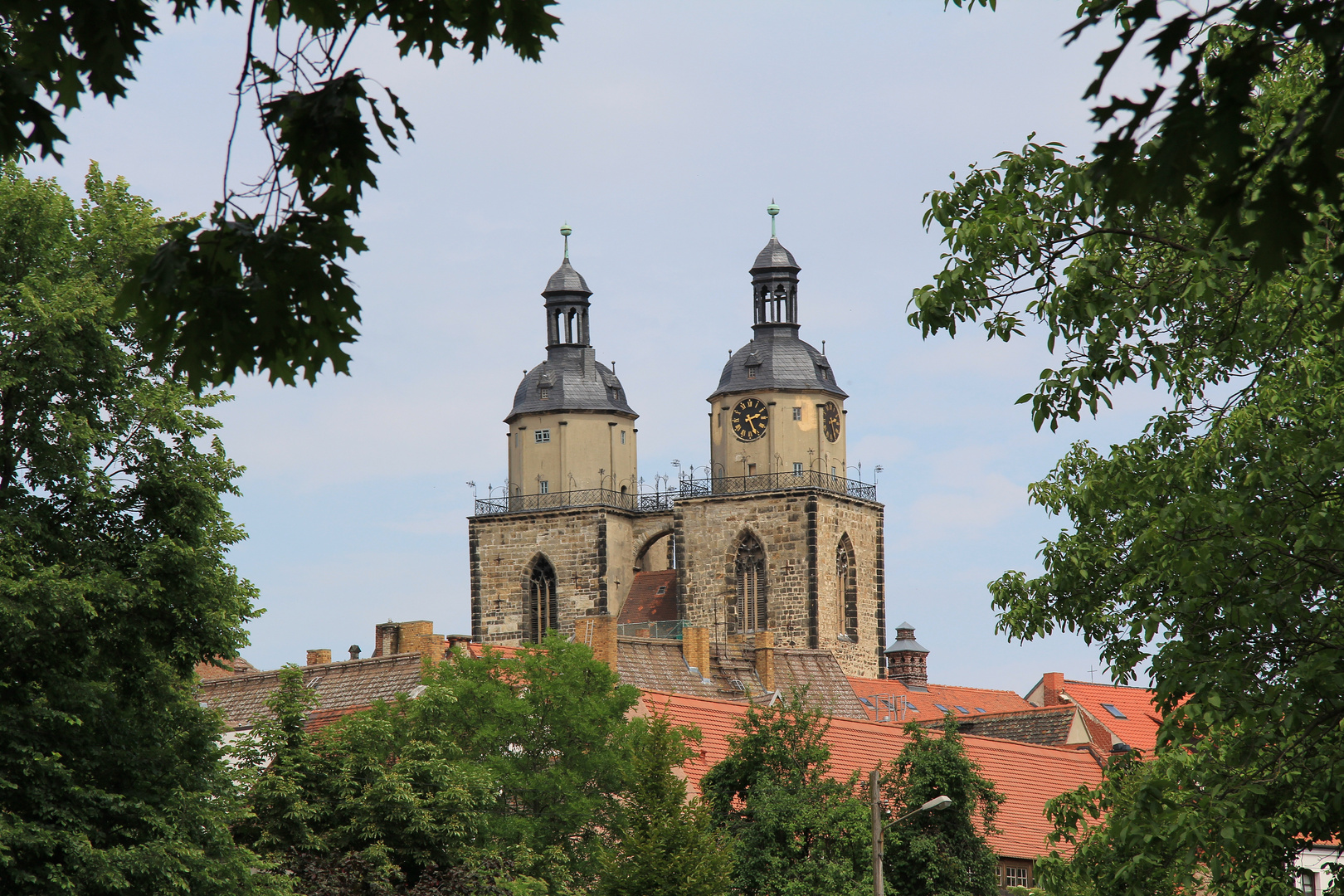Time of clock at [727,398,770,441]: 2:25
